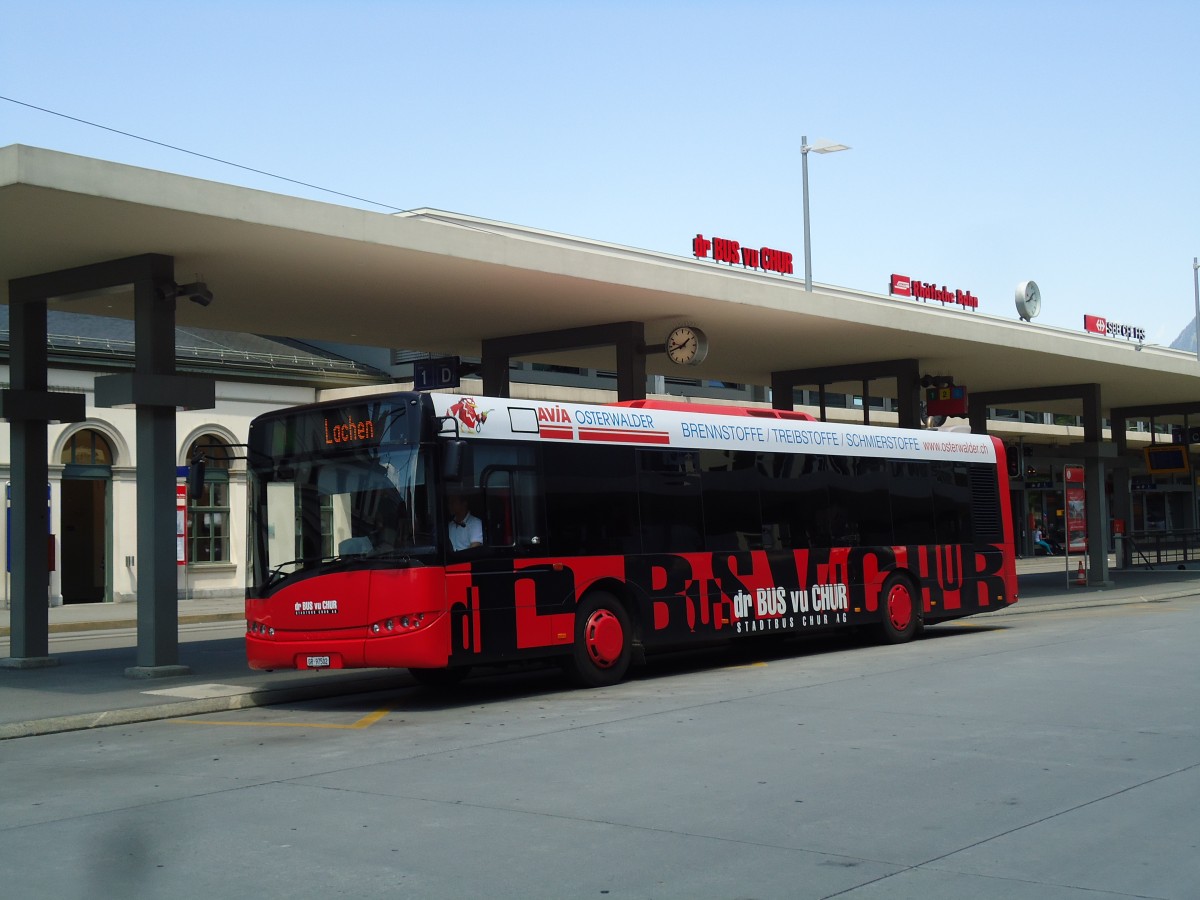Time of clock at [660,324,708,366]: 1:41
